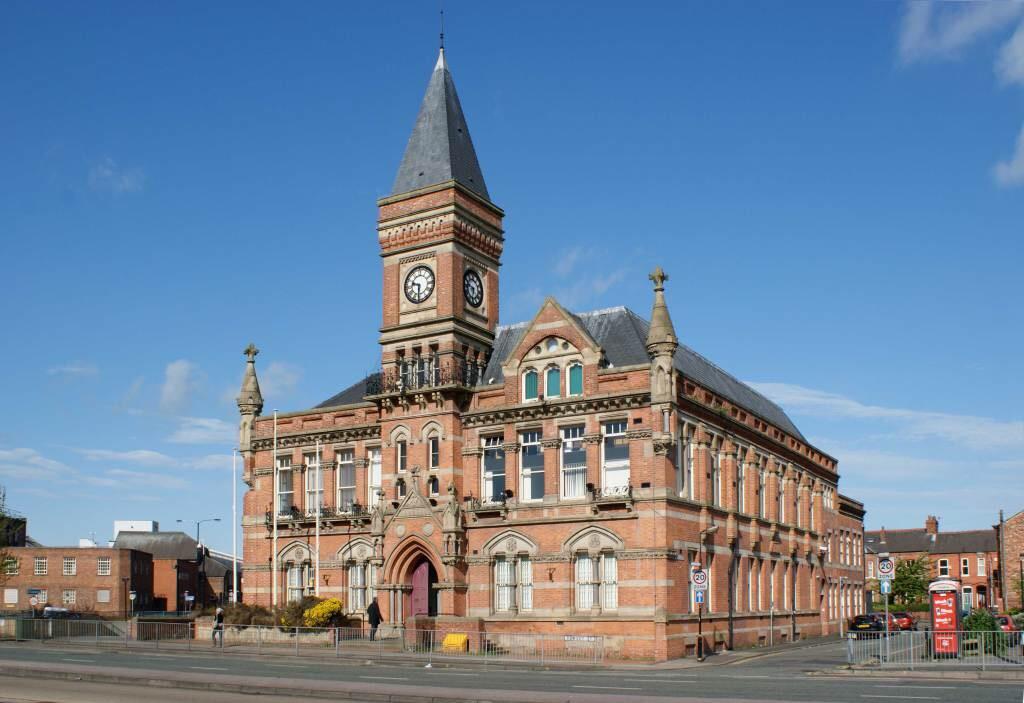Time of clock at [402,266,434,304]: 9:31
